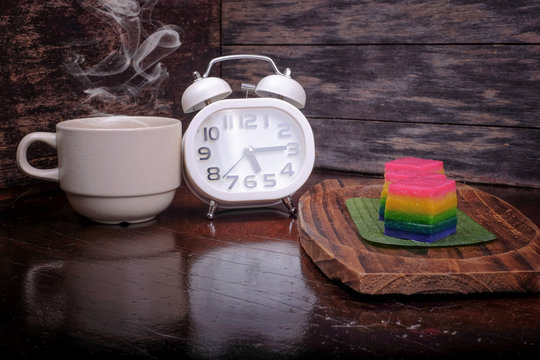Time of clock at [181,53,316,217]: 5:14
